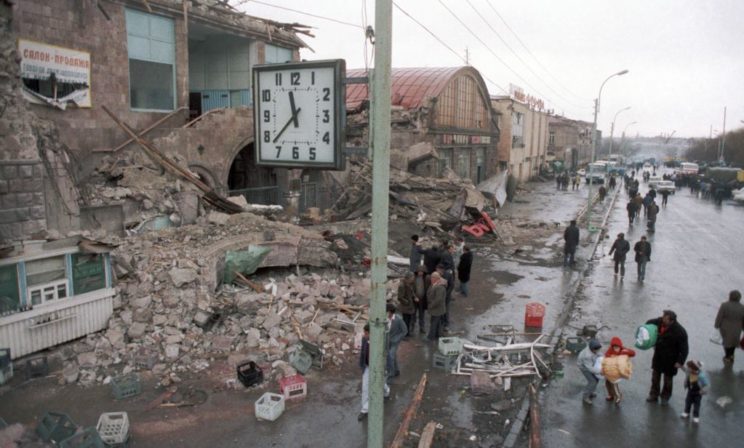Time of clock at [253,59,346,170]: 11:37
